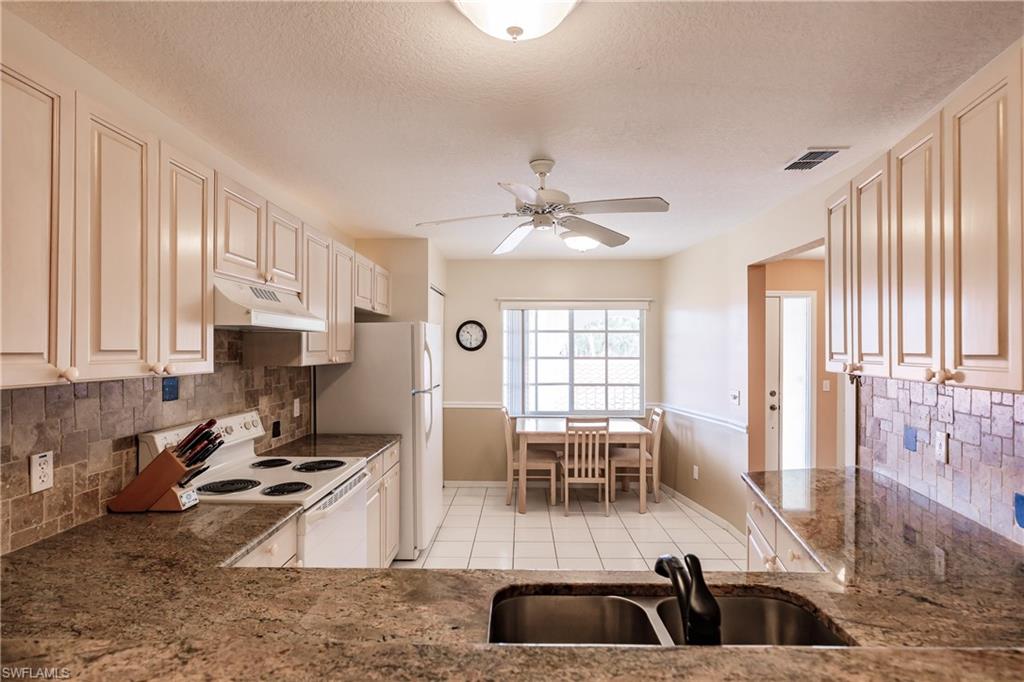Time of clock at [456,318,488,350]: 10:30
